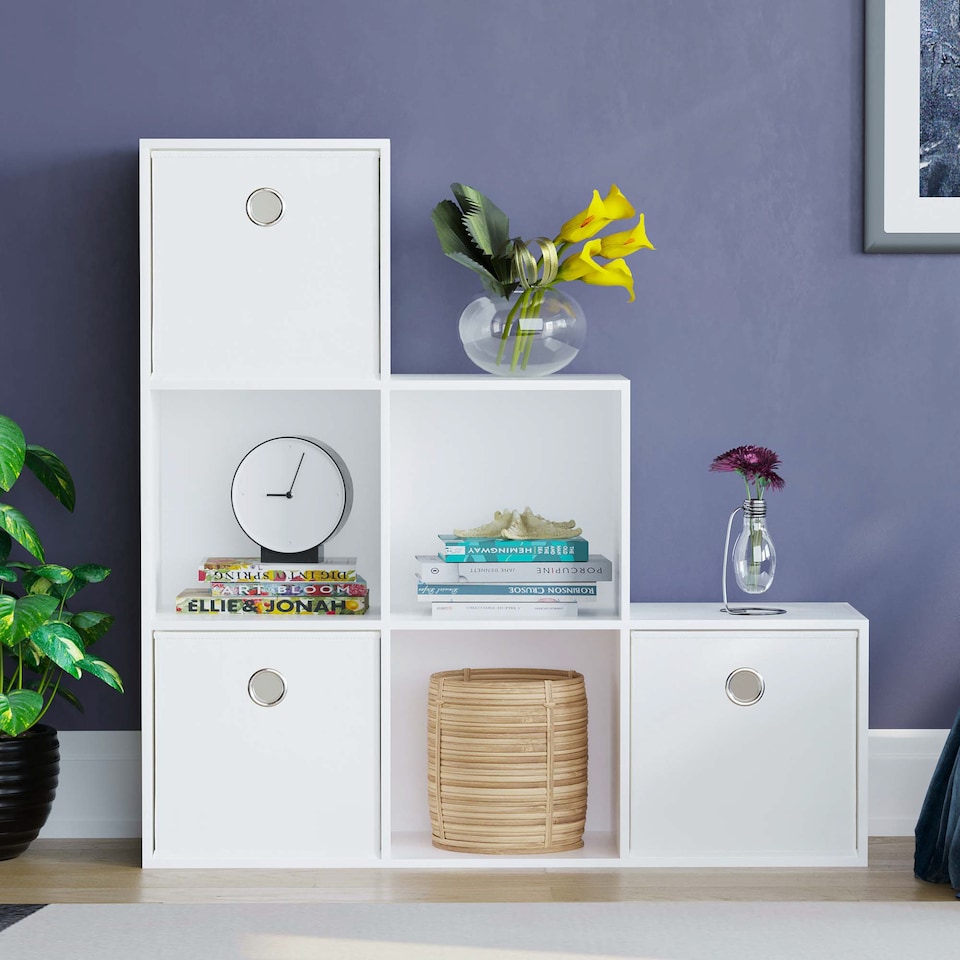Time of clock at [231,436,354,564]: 9:03
